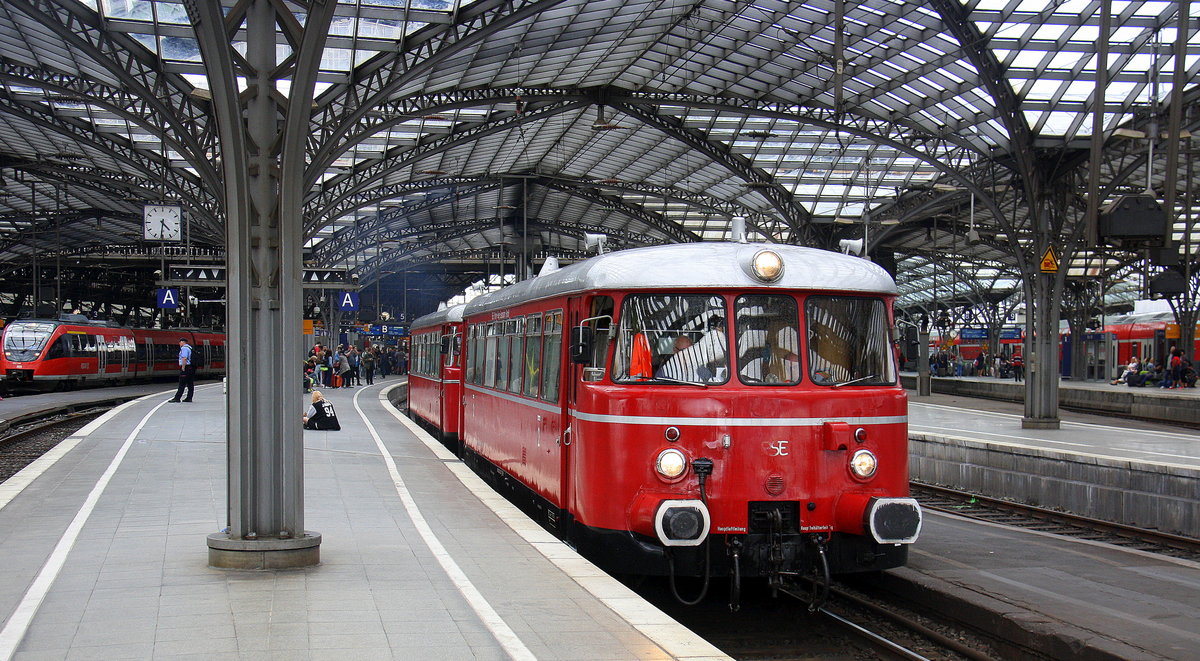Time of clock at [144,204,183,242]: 4:31
